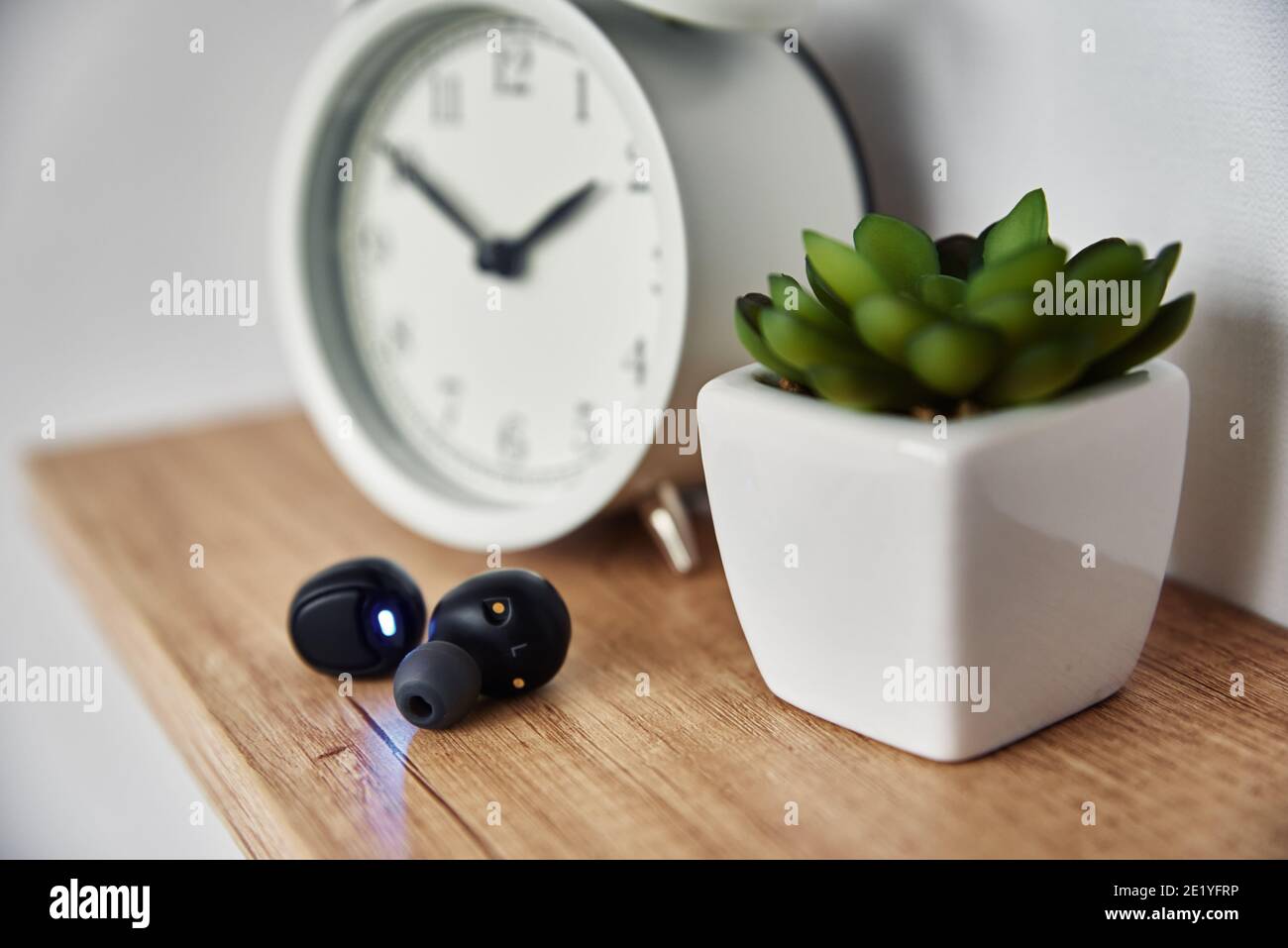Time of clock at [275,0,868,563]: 1:50
